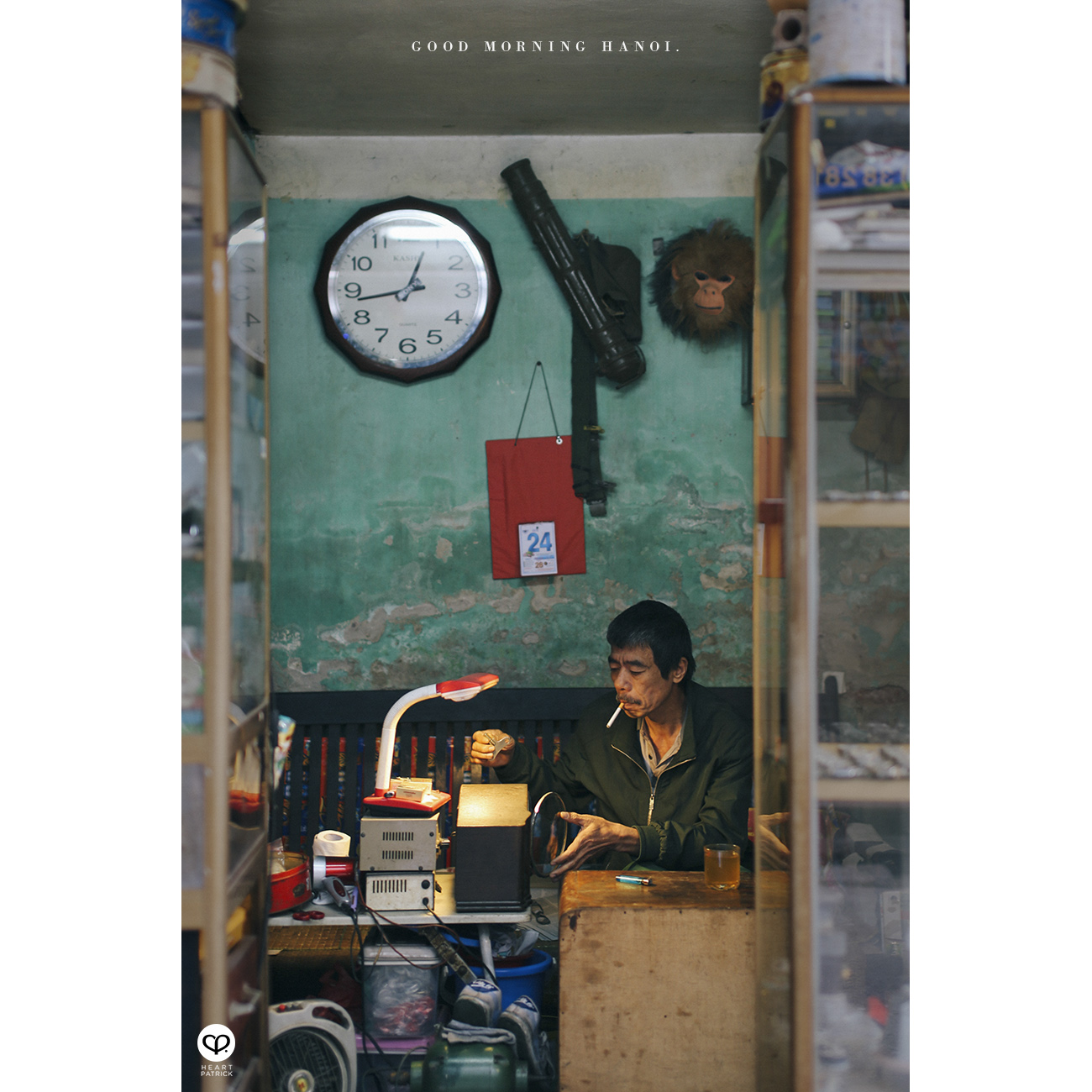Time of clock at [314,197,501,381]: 12:43
